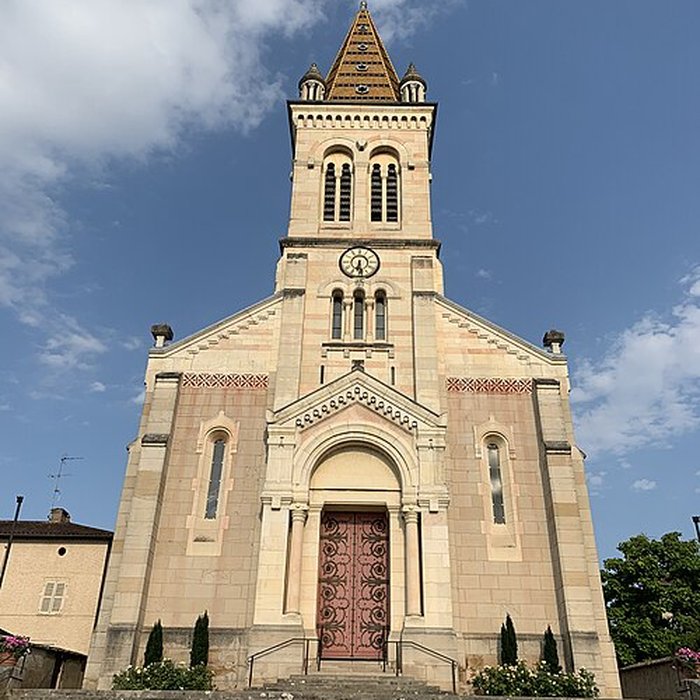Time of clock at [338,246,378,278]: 6:28
